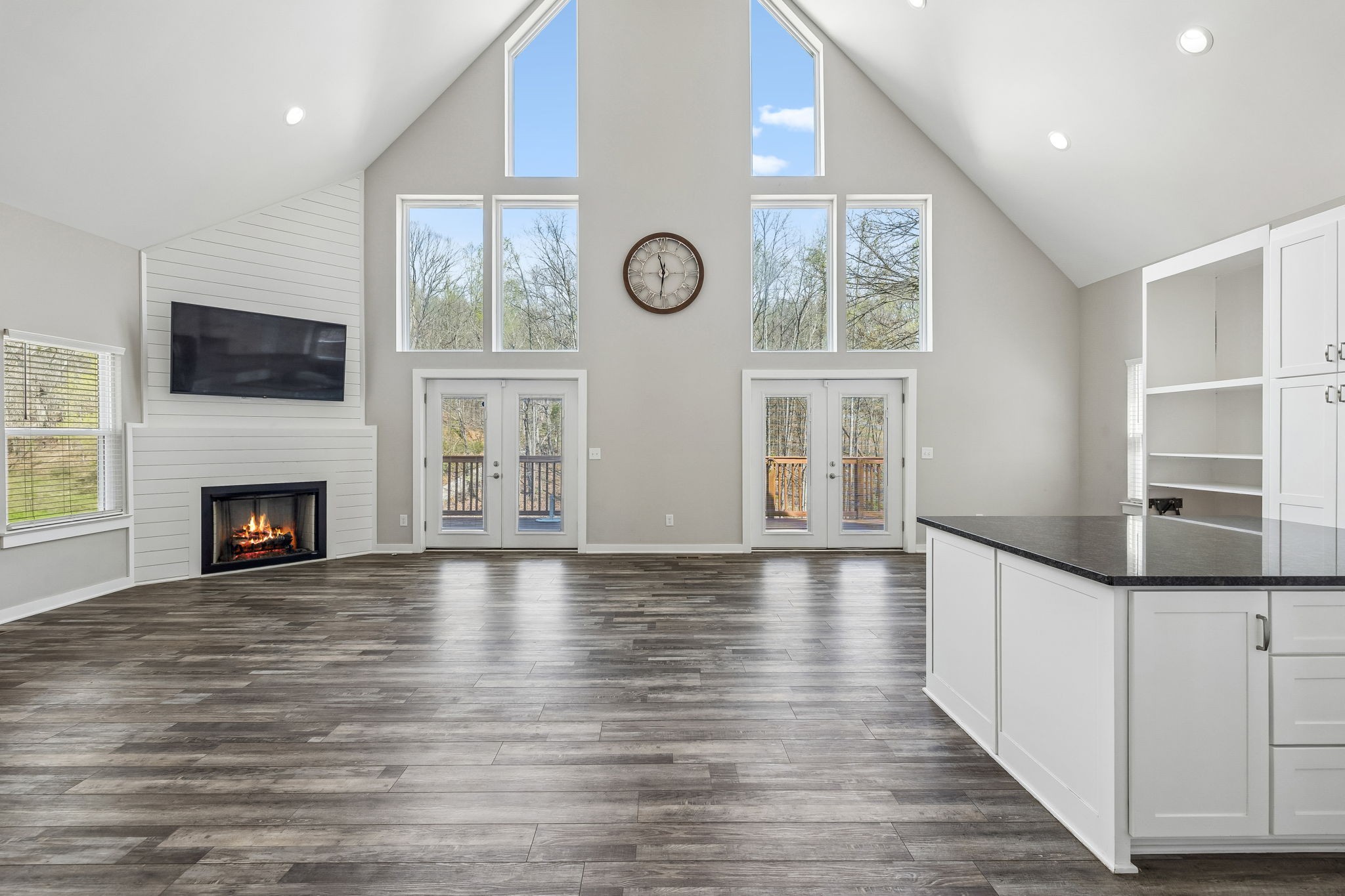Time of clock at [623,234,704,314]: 11:31
